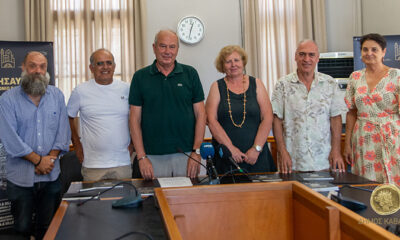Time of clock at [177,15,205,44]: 12:32
